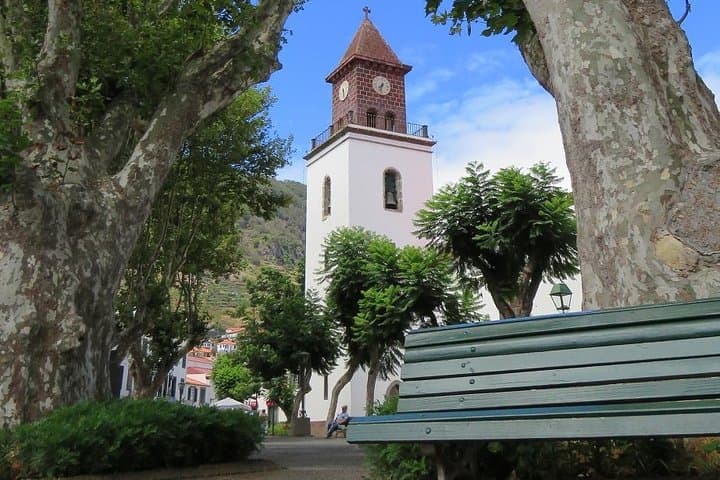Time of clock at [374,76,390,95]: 7:32
